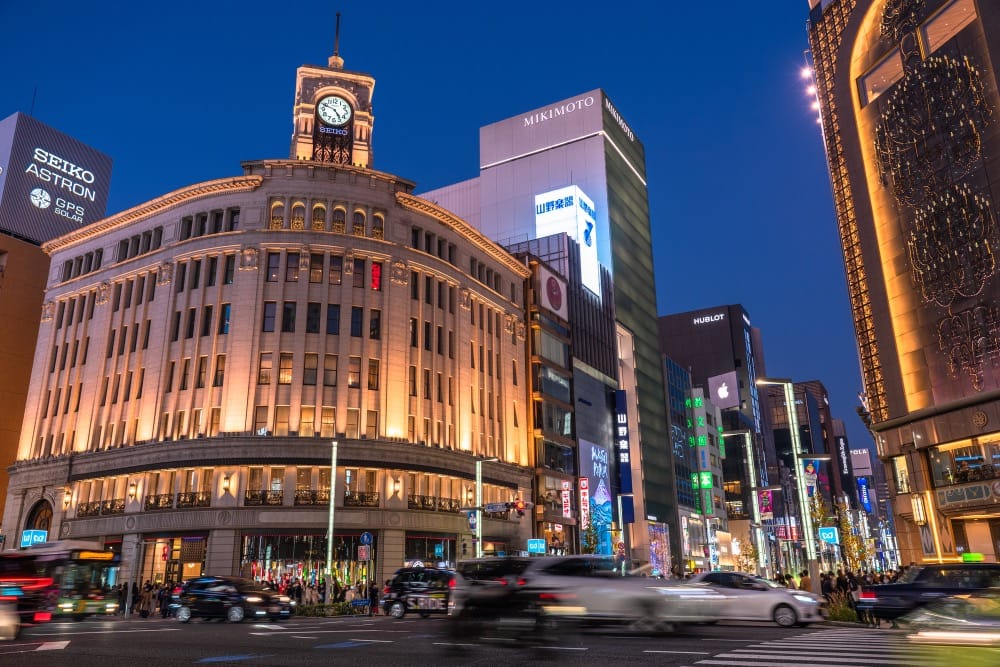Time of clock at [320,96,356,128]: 4:48
